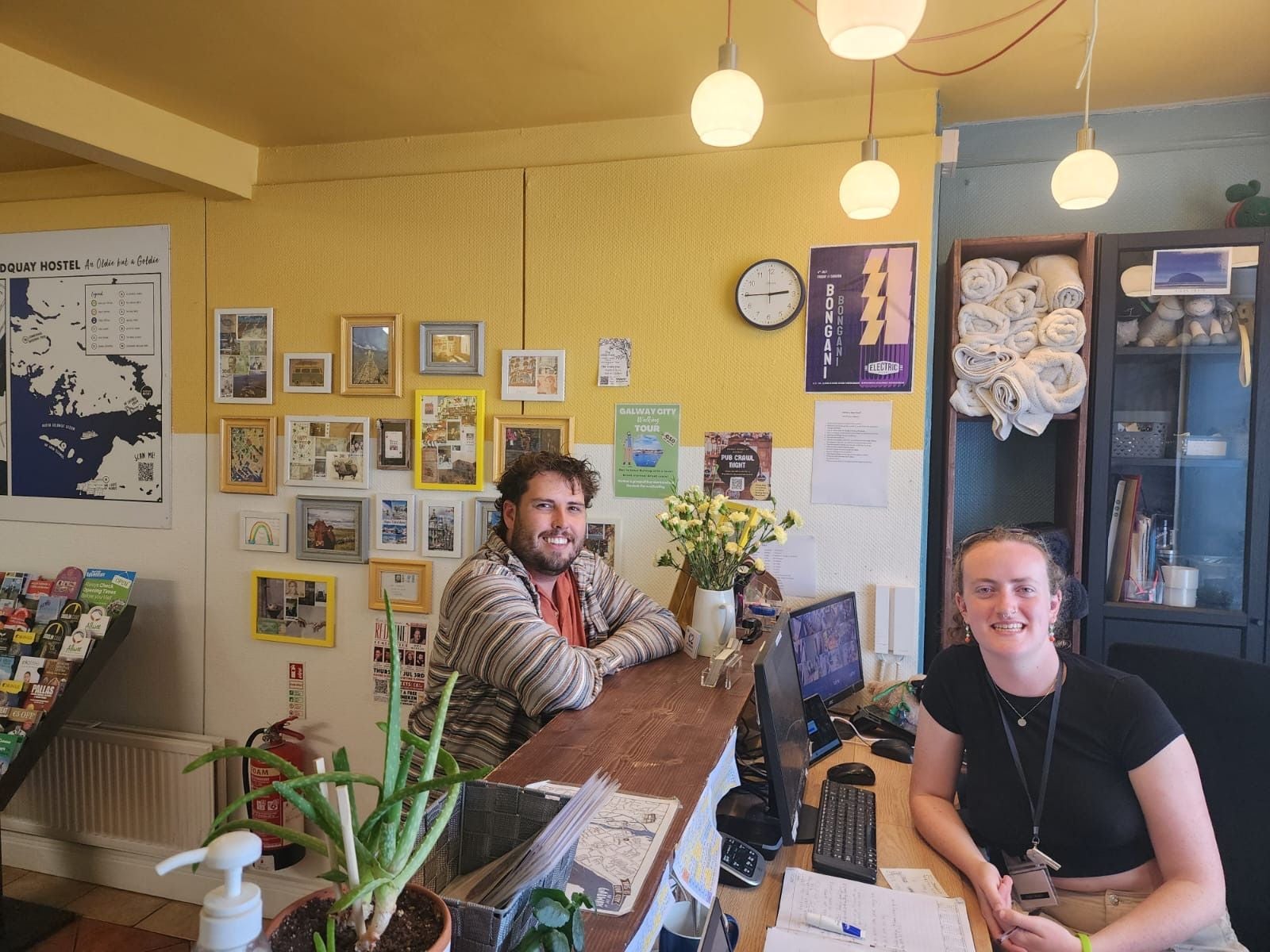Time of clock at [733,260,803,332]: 2:44
